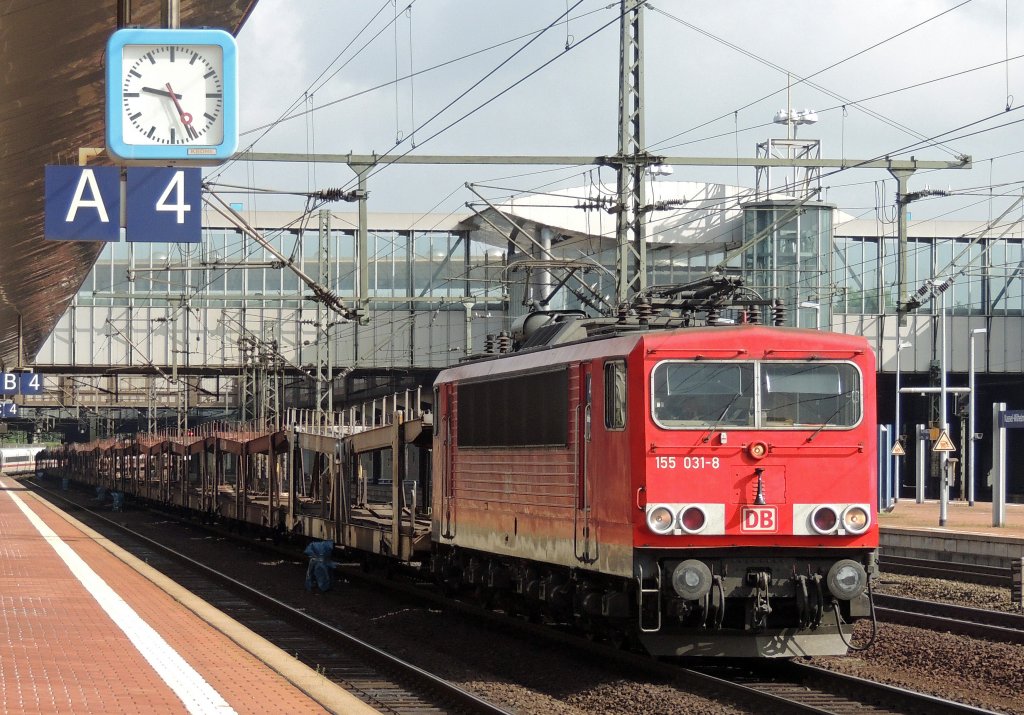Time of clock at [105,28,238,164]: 9:25
